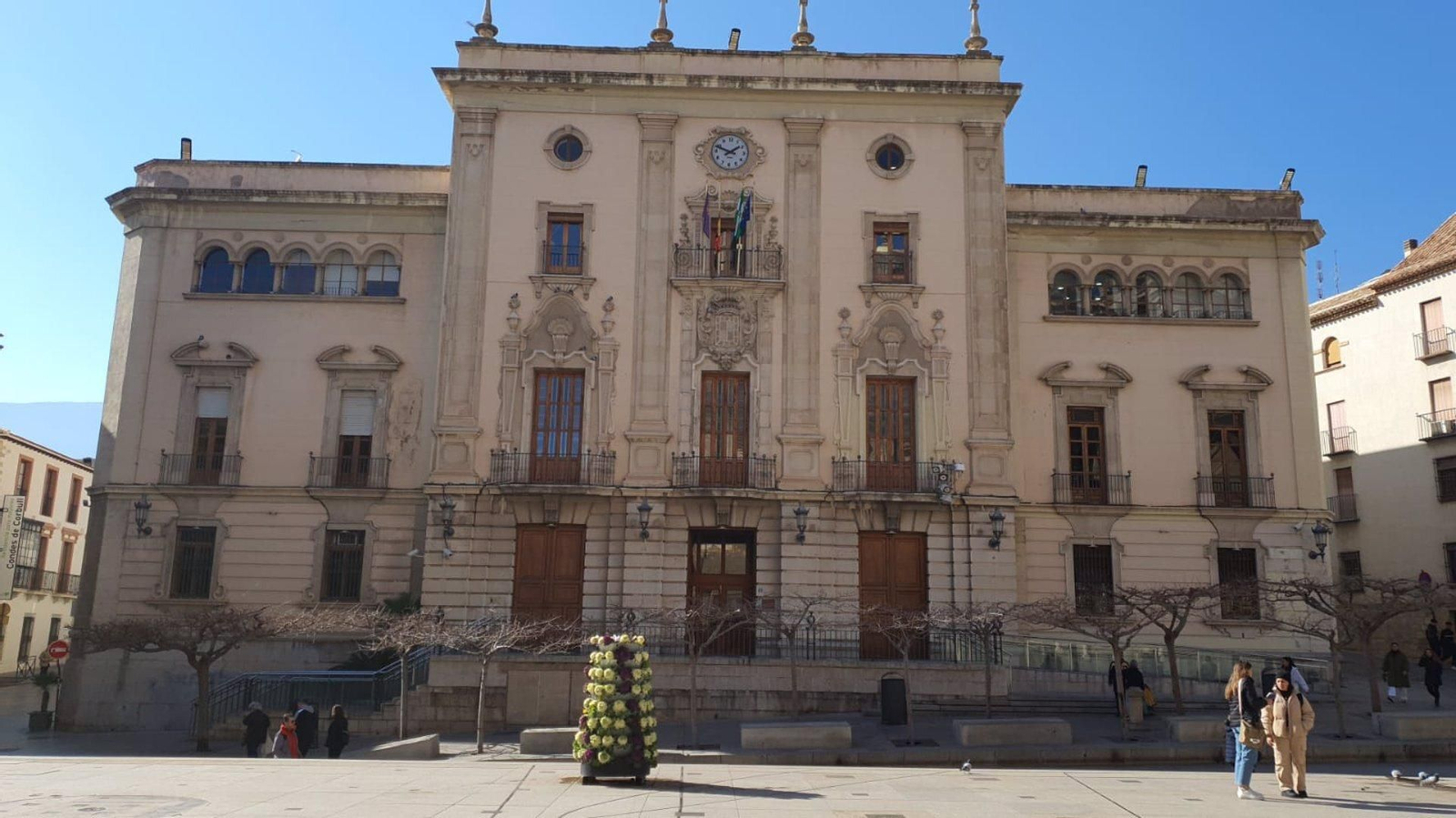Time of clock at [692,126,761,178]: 1:49
